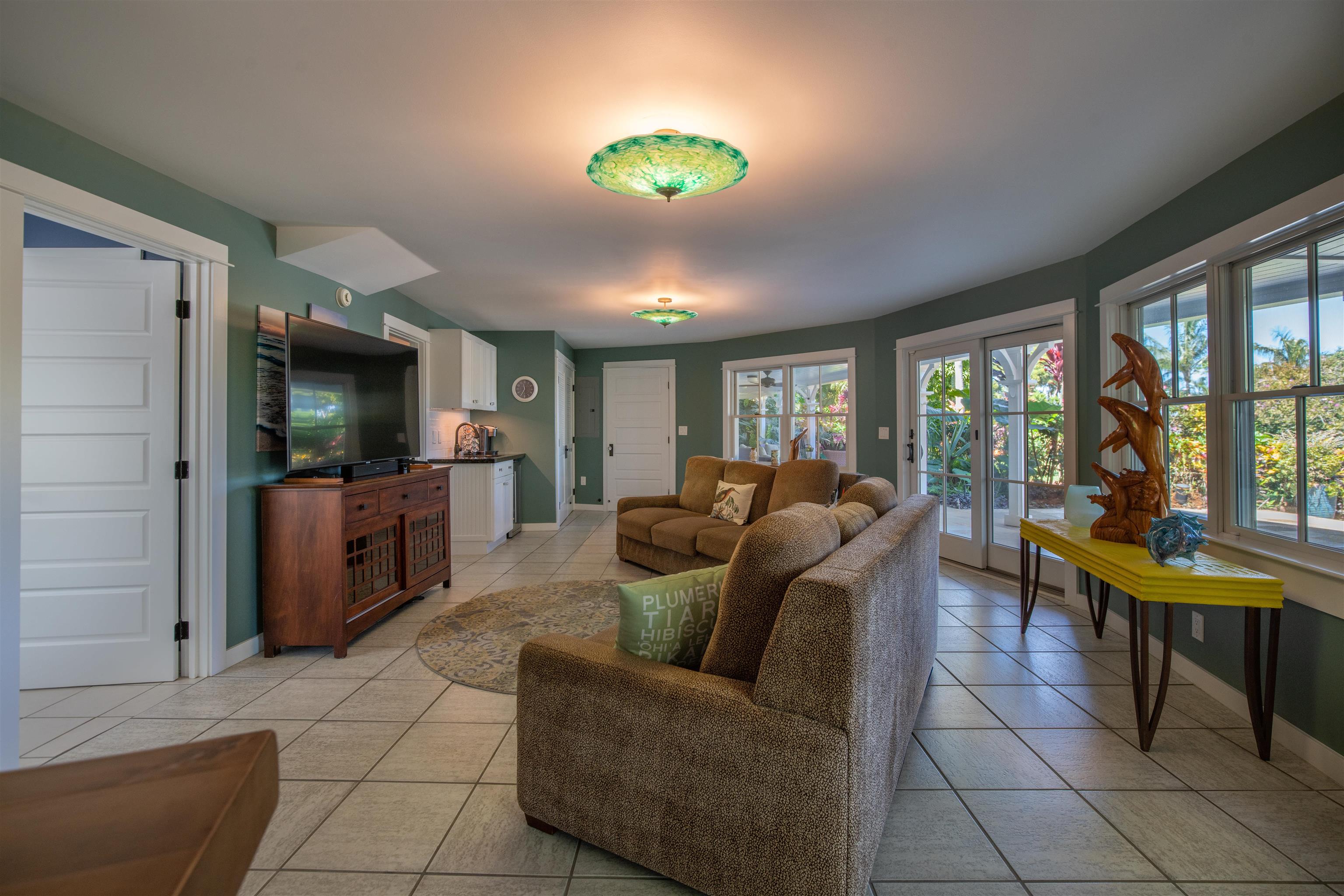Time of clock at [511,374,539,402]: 11:34
